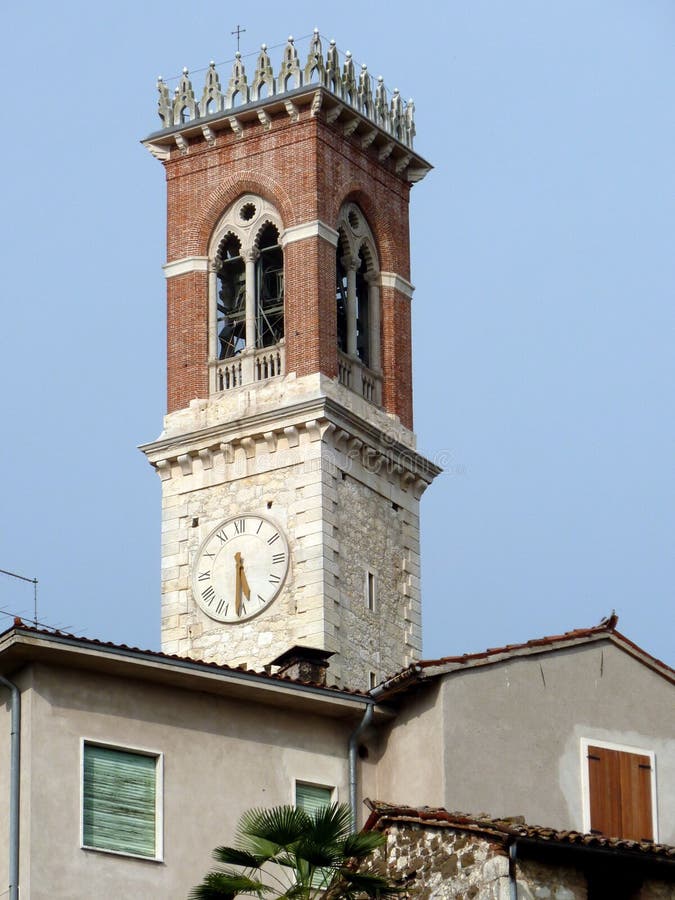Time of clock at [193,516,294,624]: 5:30
